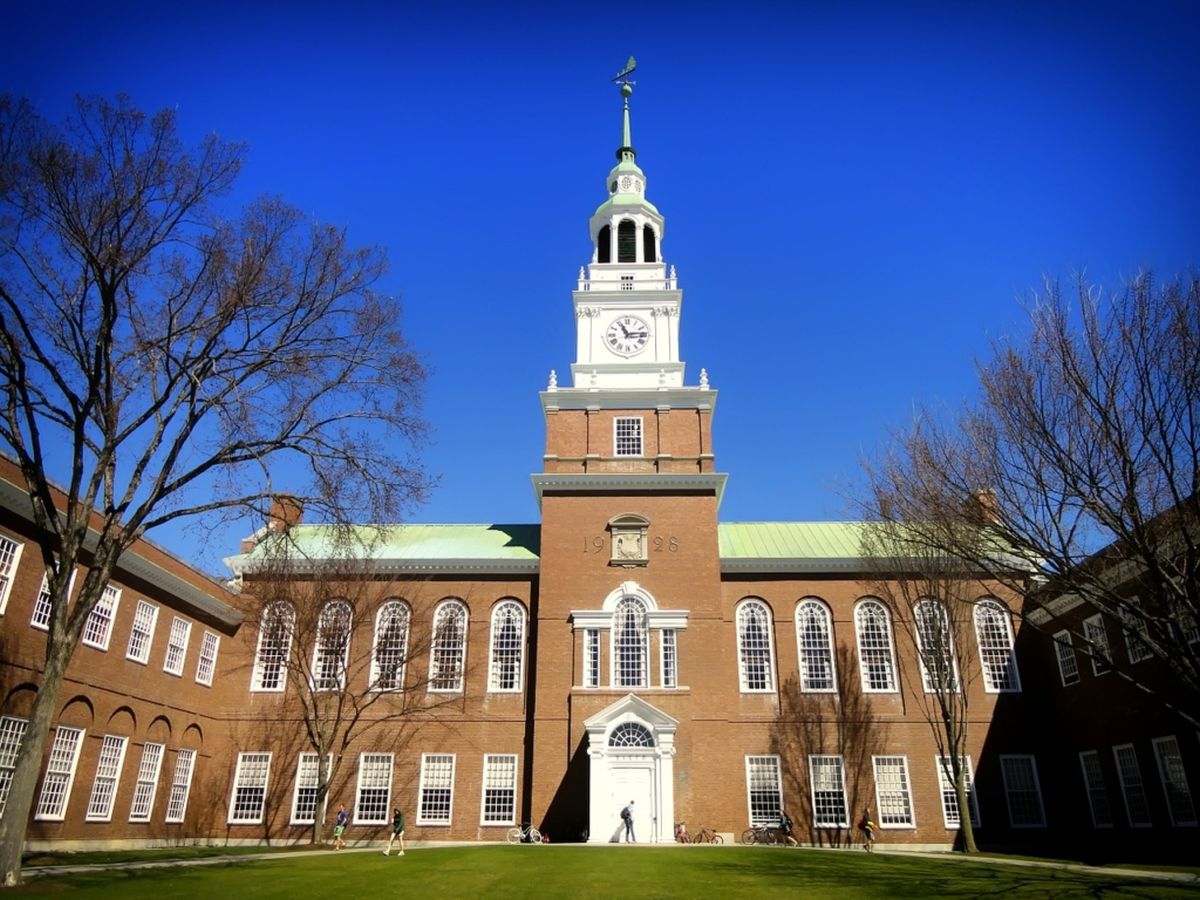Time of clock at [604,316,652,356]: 11:13
